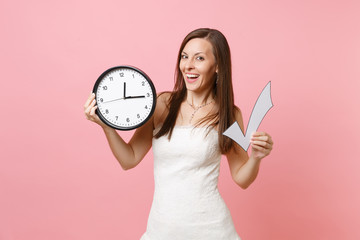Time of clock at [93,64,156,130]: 12:15
